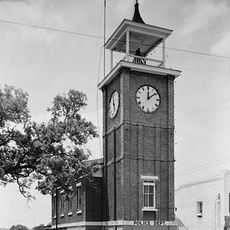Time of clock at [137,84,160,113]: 12:08
